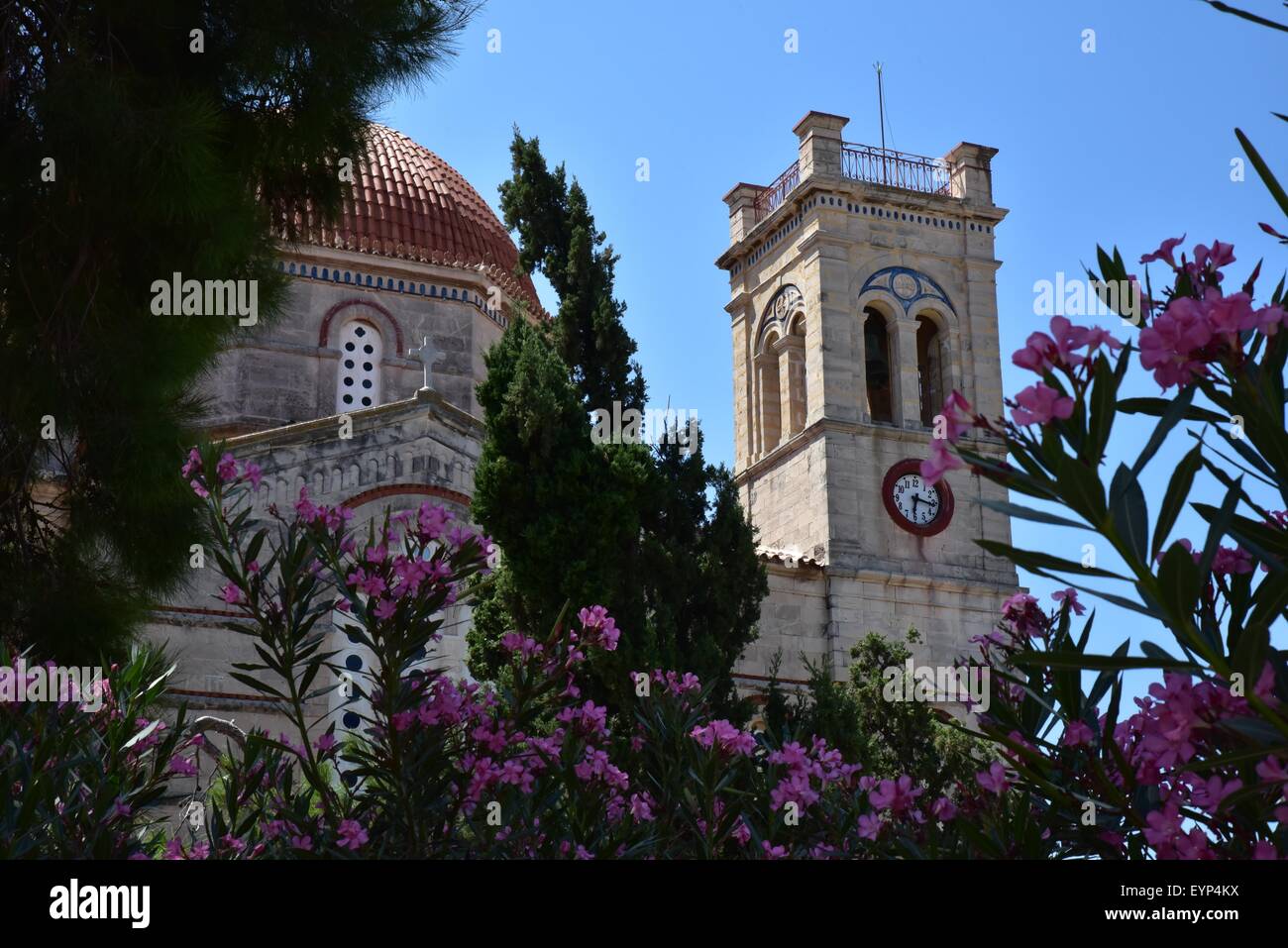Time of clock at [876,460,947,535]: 6:16
